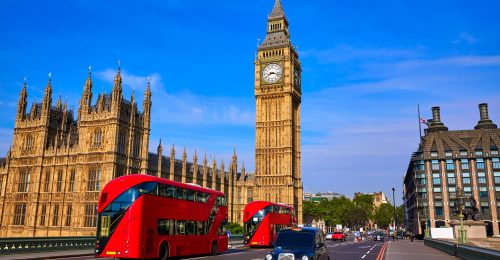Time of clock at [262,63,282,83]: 8:17
